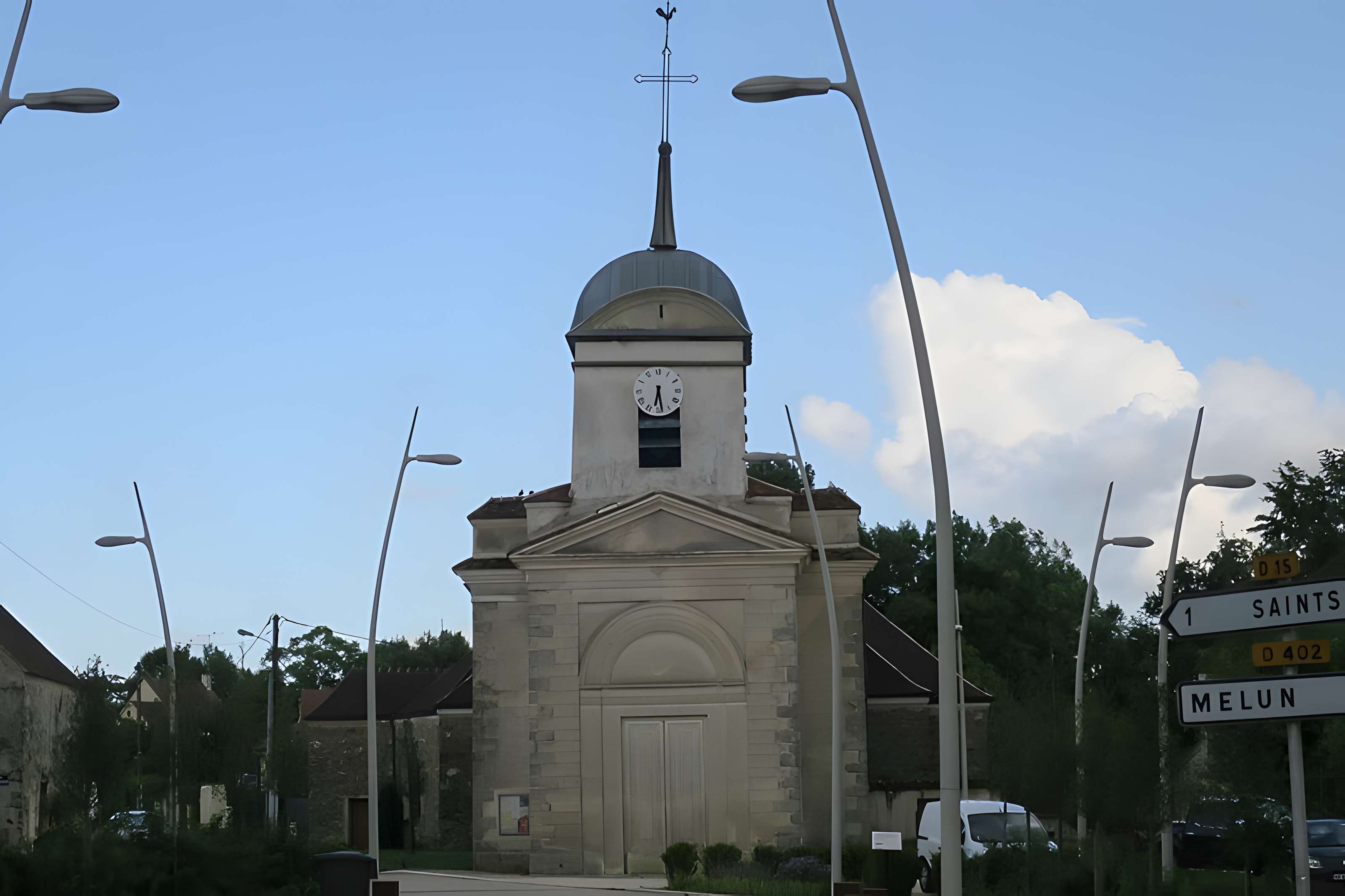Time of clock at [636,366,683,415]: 6:28
